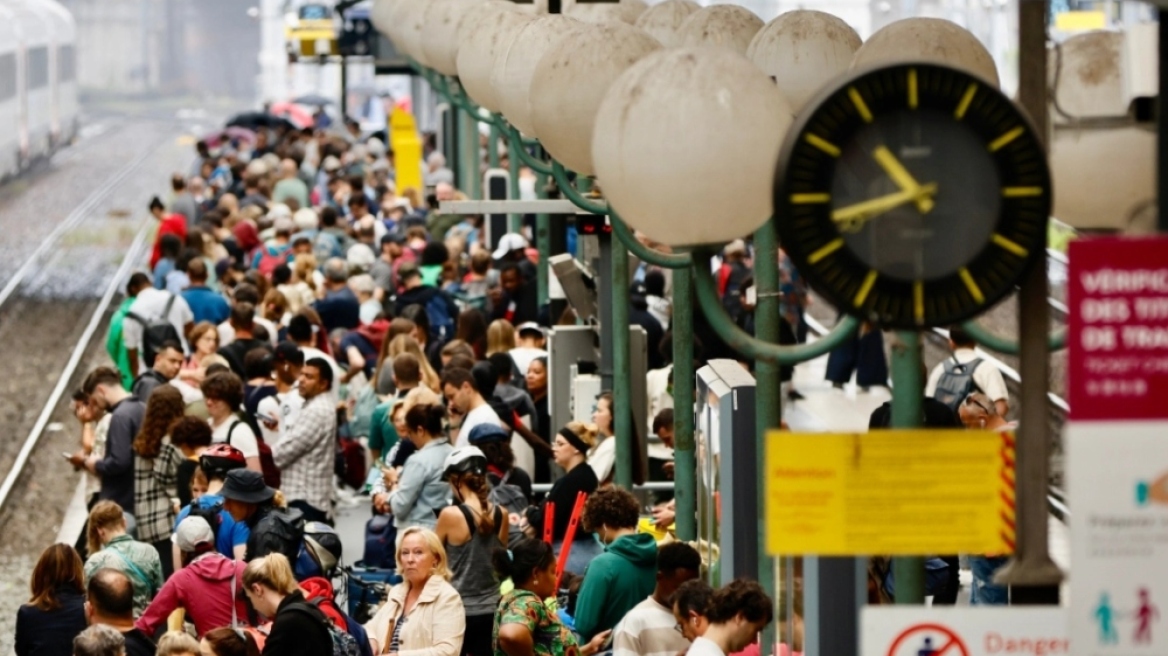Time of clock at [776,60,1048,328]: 10:42
